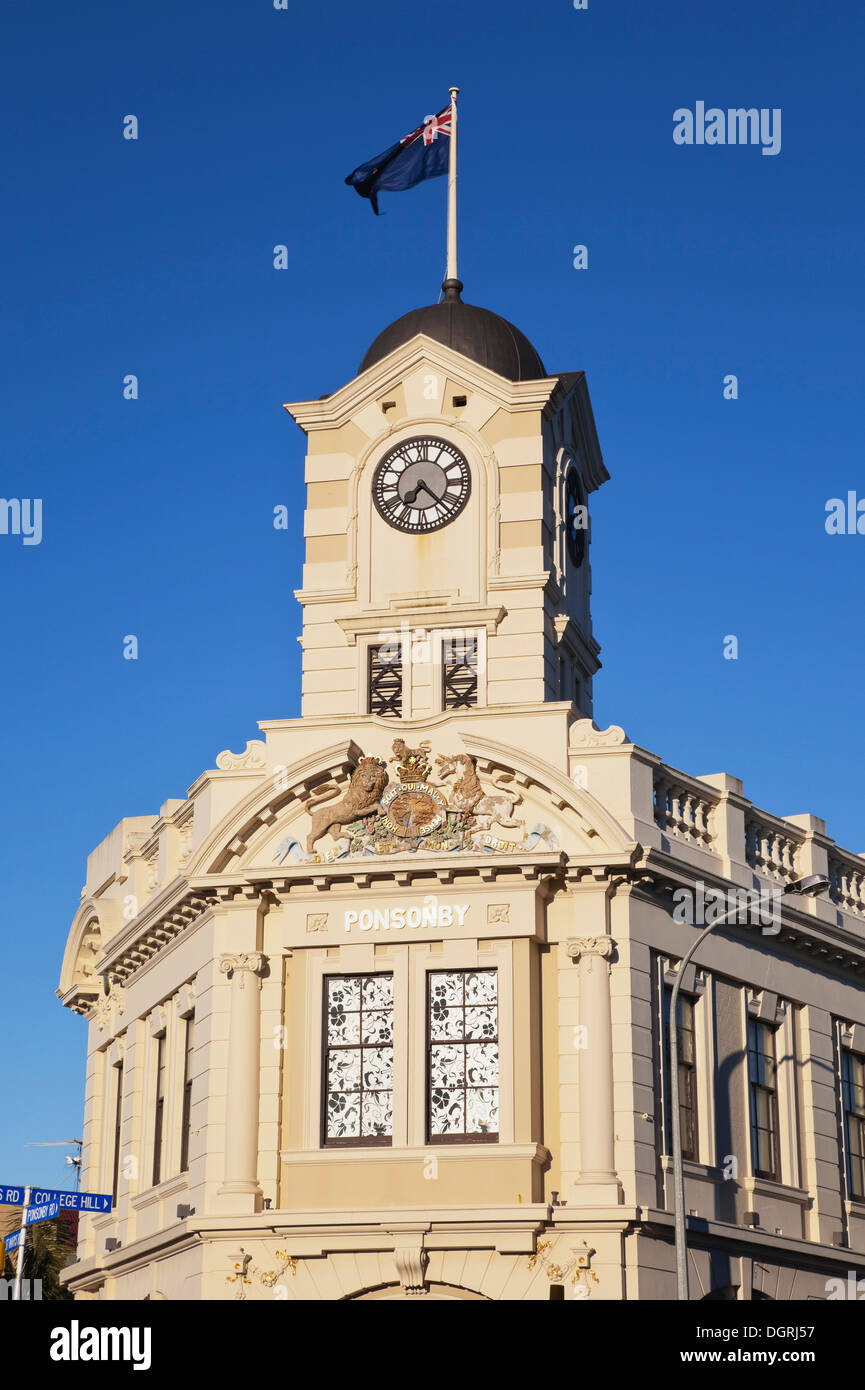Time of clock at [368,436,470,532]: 7:22
